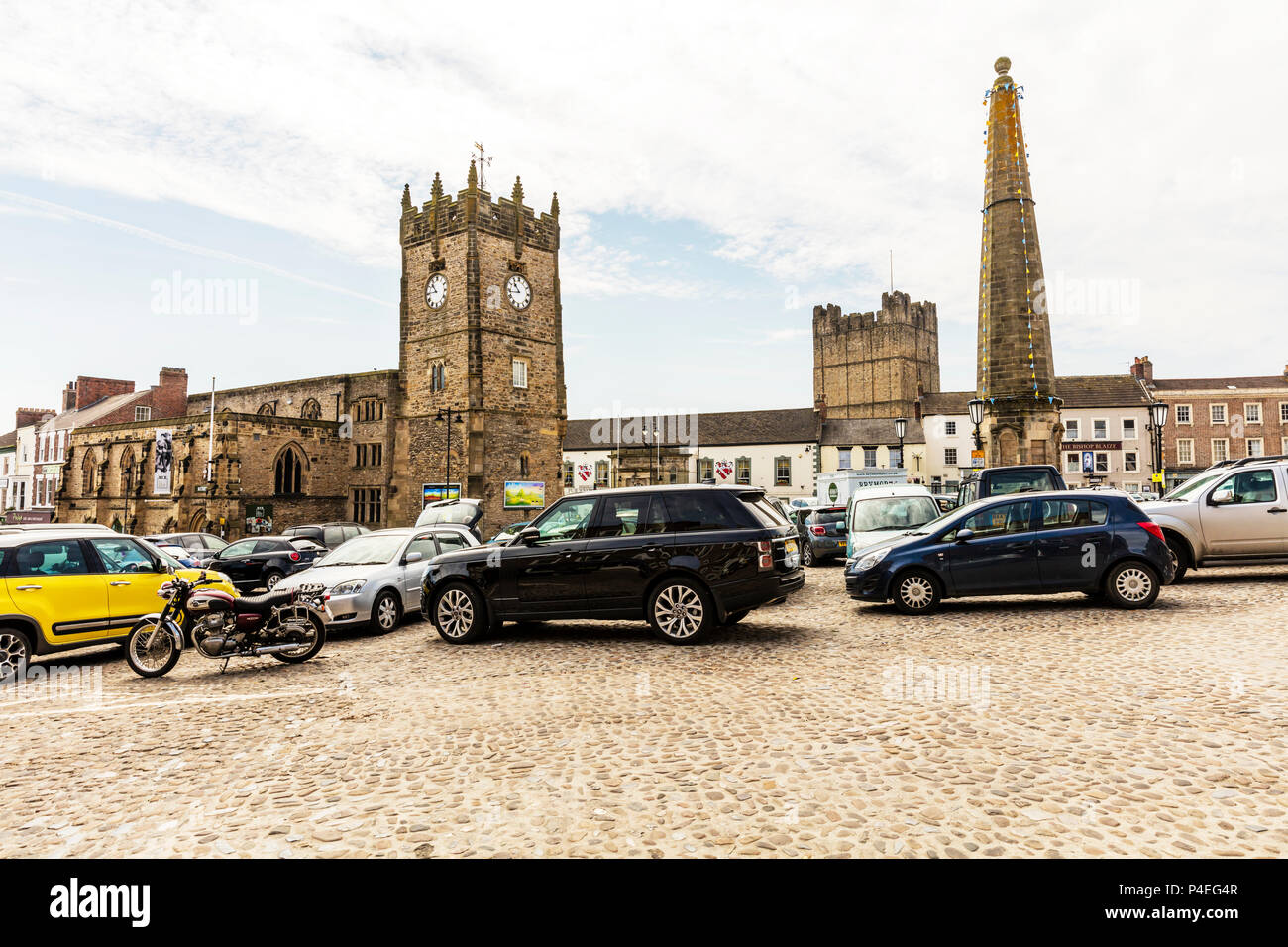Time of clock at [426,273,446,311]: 10:44
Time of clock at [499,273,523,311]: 10:43
